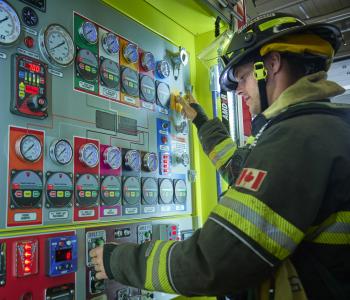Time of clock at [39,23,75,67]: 1:40
